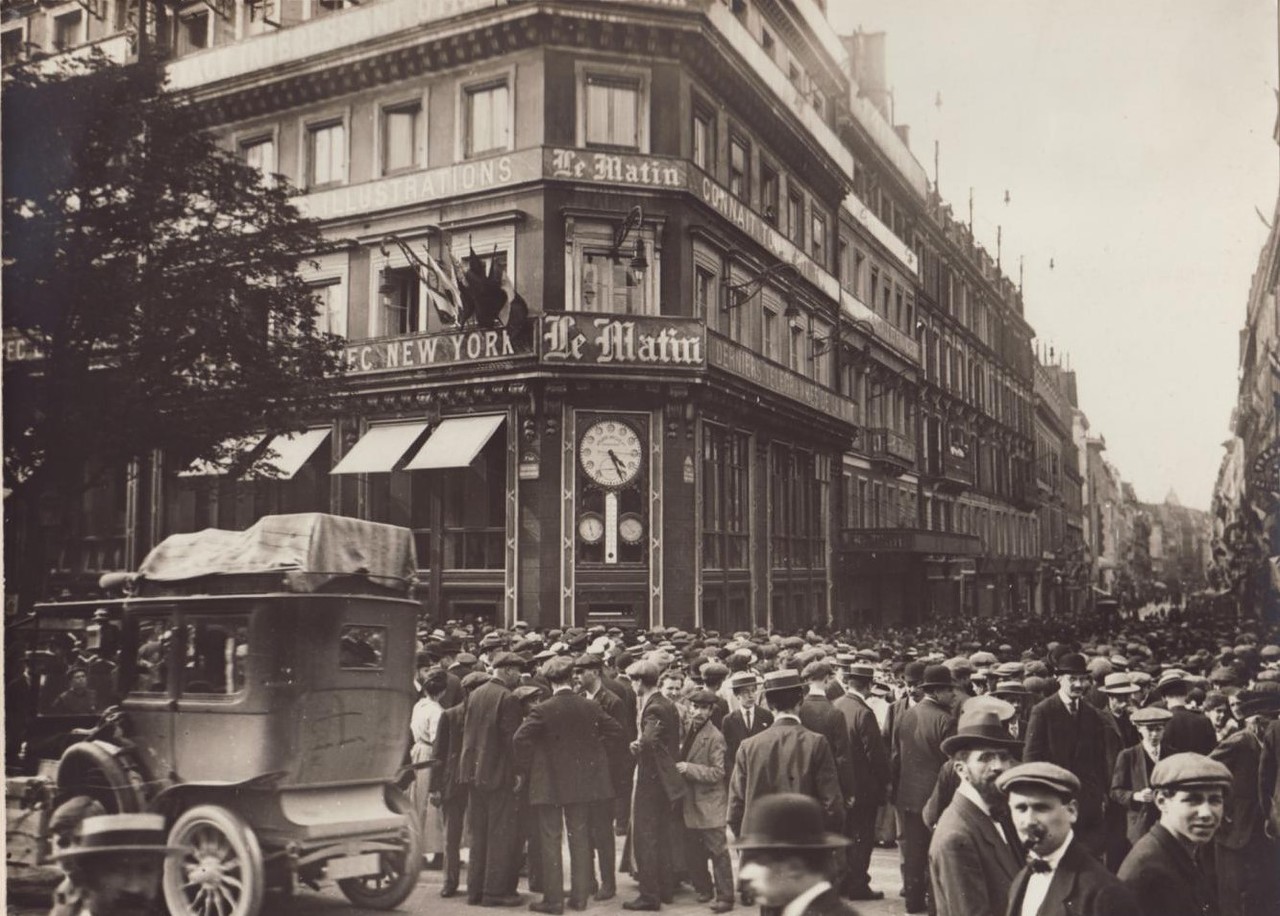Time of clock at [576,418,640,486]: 4:26
